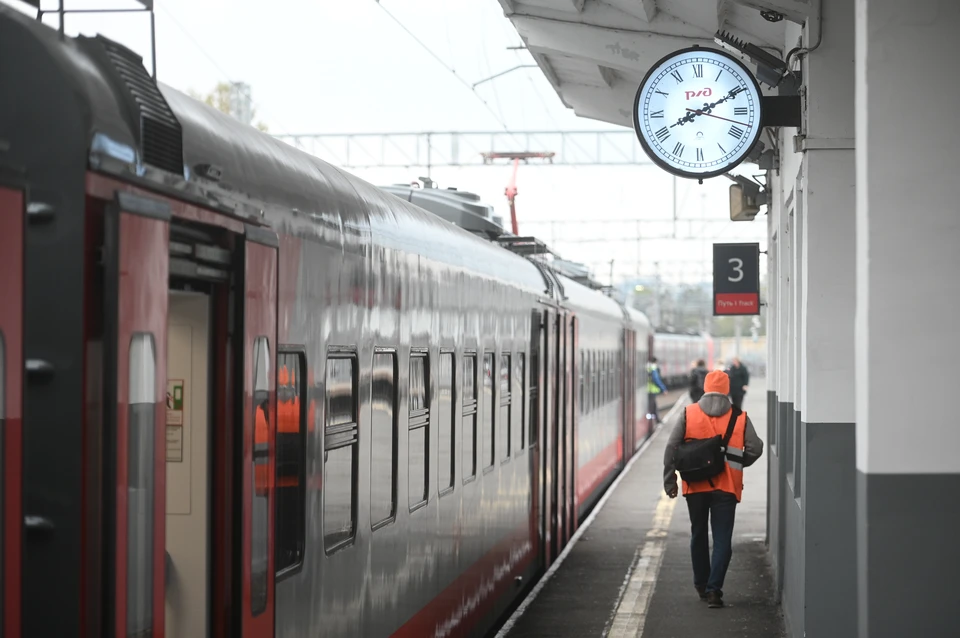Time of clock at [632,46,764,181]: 8:10
